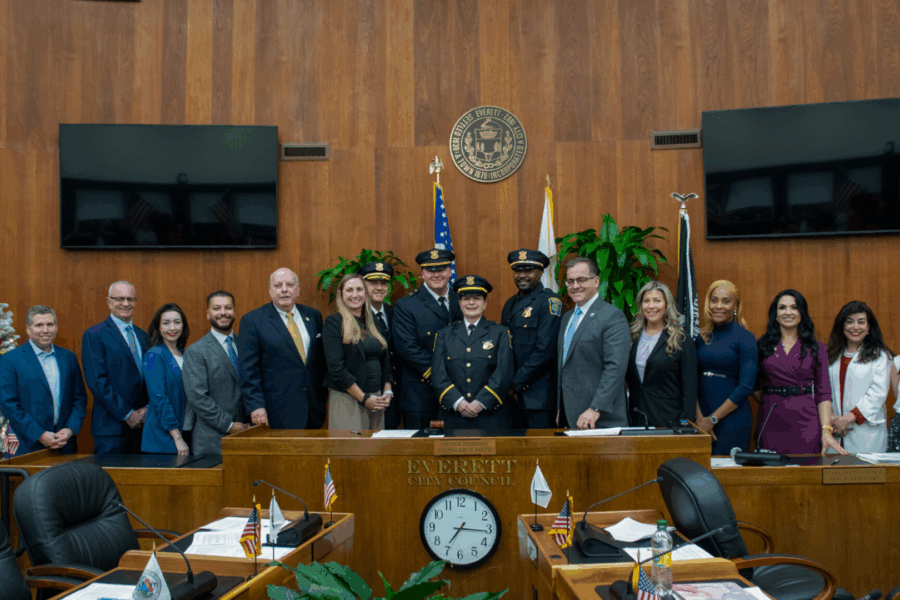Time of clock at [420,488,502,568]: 7:15
